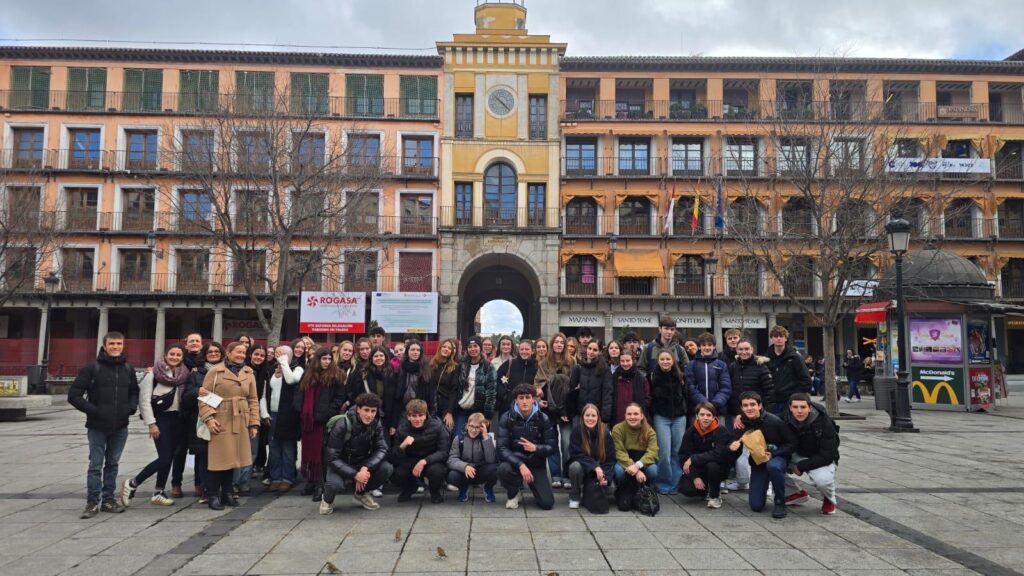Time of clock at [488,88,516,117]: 10:22
